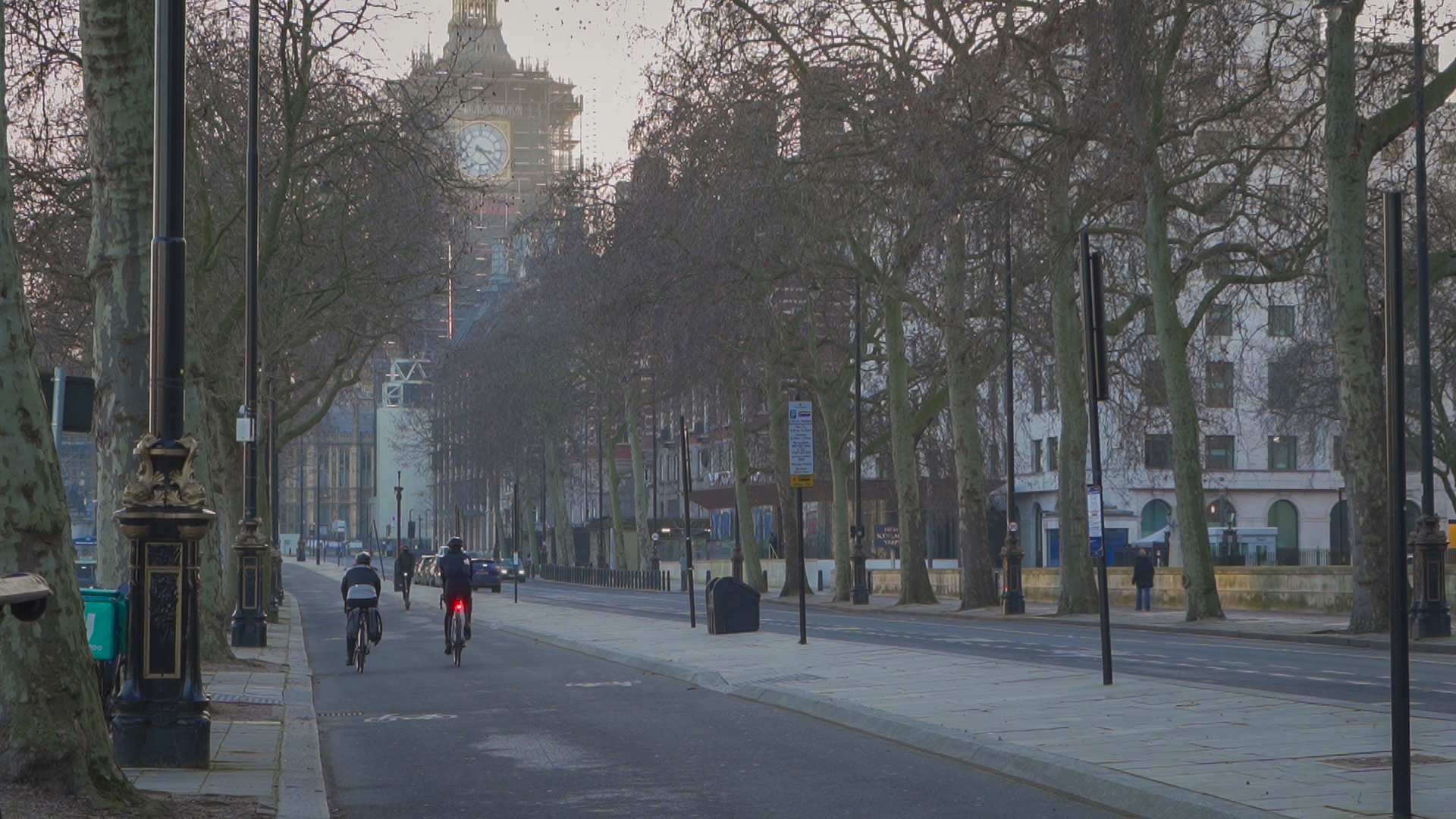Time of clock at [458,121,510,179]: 3:22
